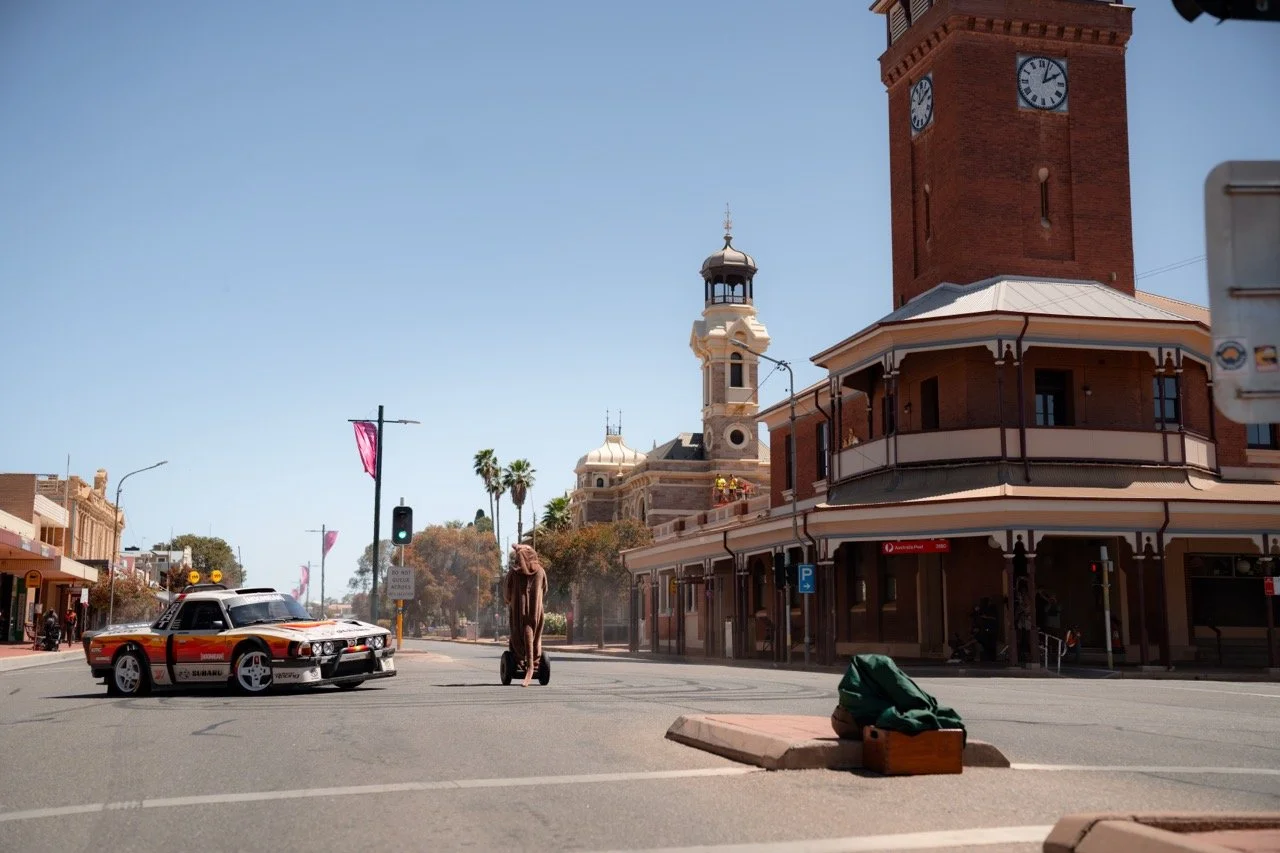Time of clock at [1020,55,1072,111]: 2:03
